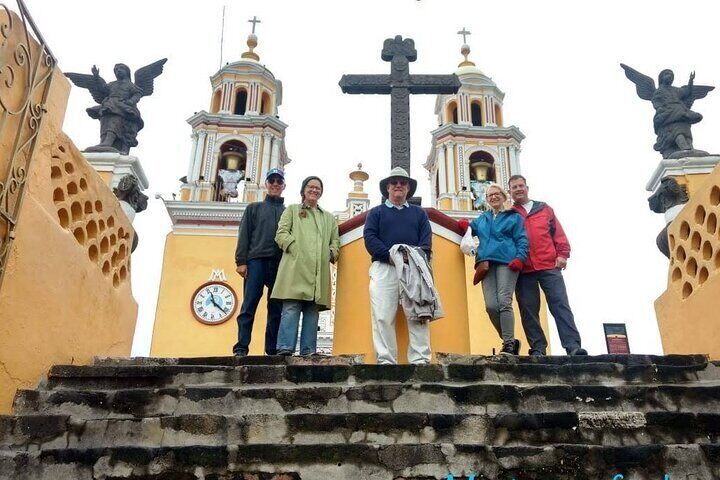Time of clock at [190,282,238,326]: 11:21
